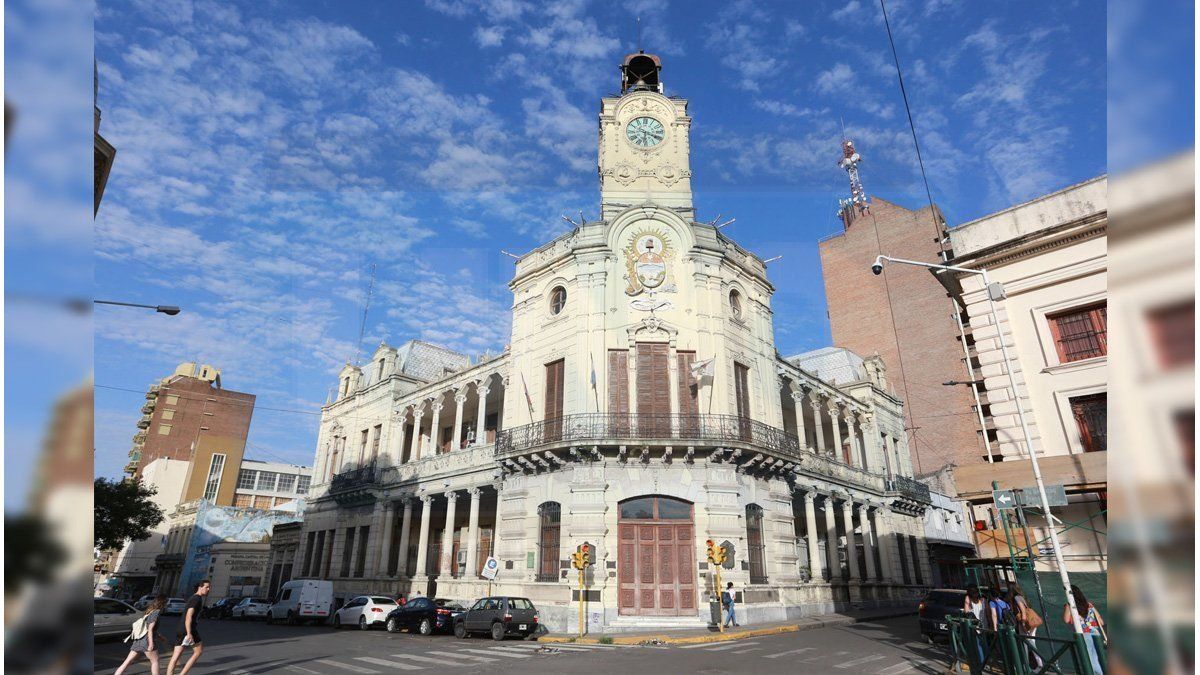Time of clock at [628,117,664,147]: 6:18
